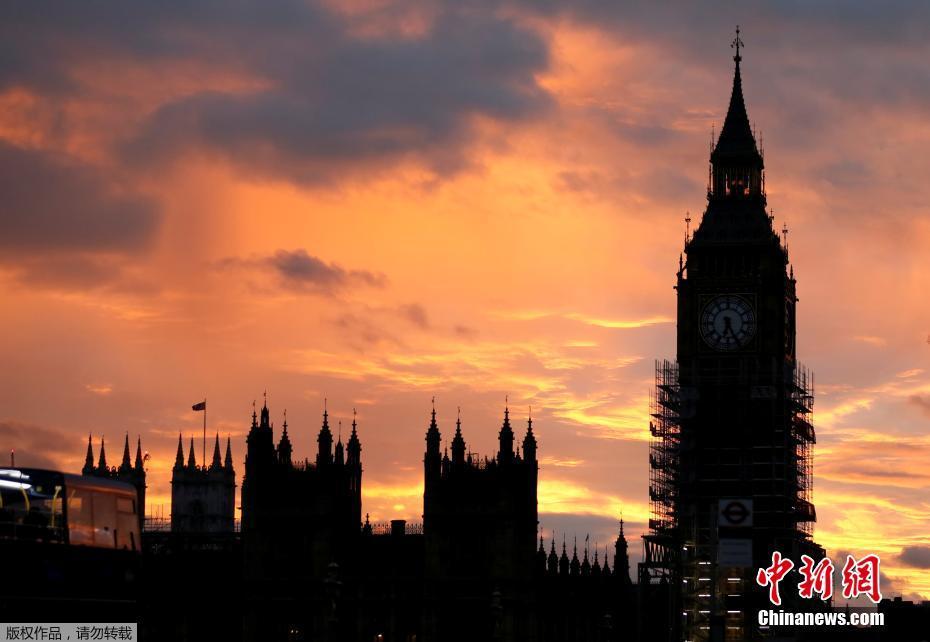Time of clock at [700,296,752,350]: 6:25
